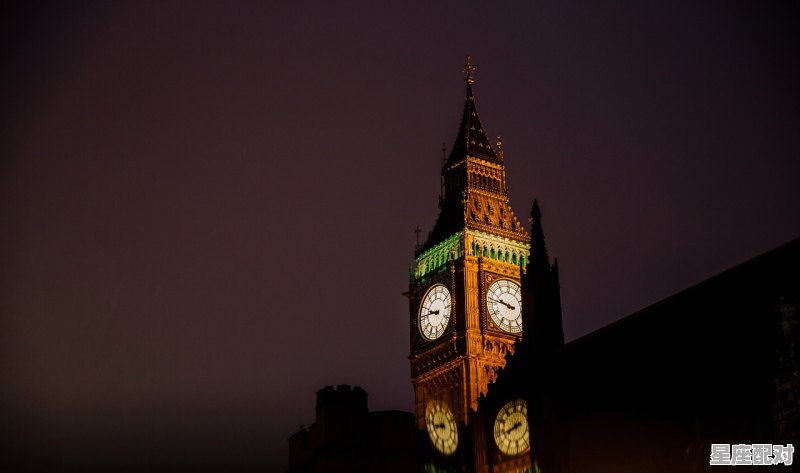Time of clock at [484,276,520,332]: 9:47
